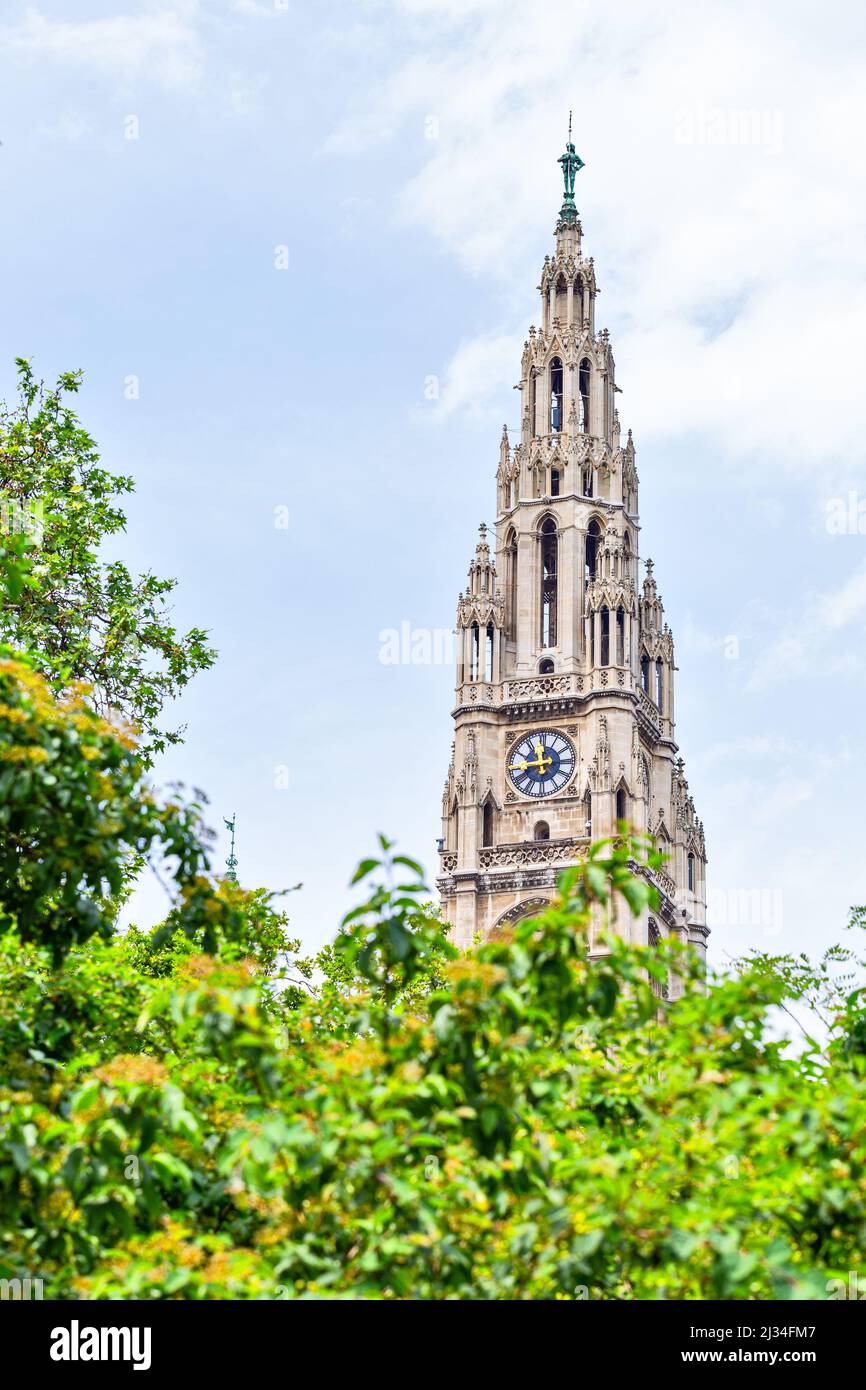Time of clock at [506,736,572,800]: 11:44
